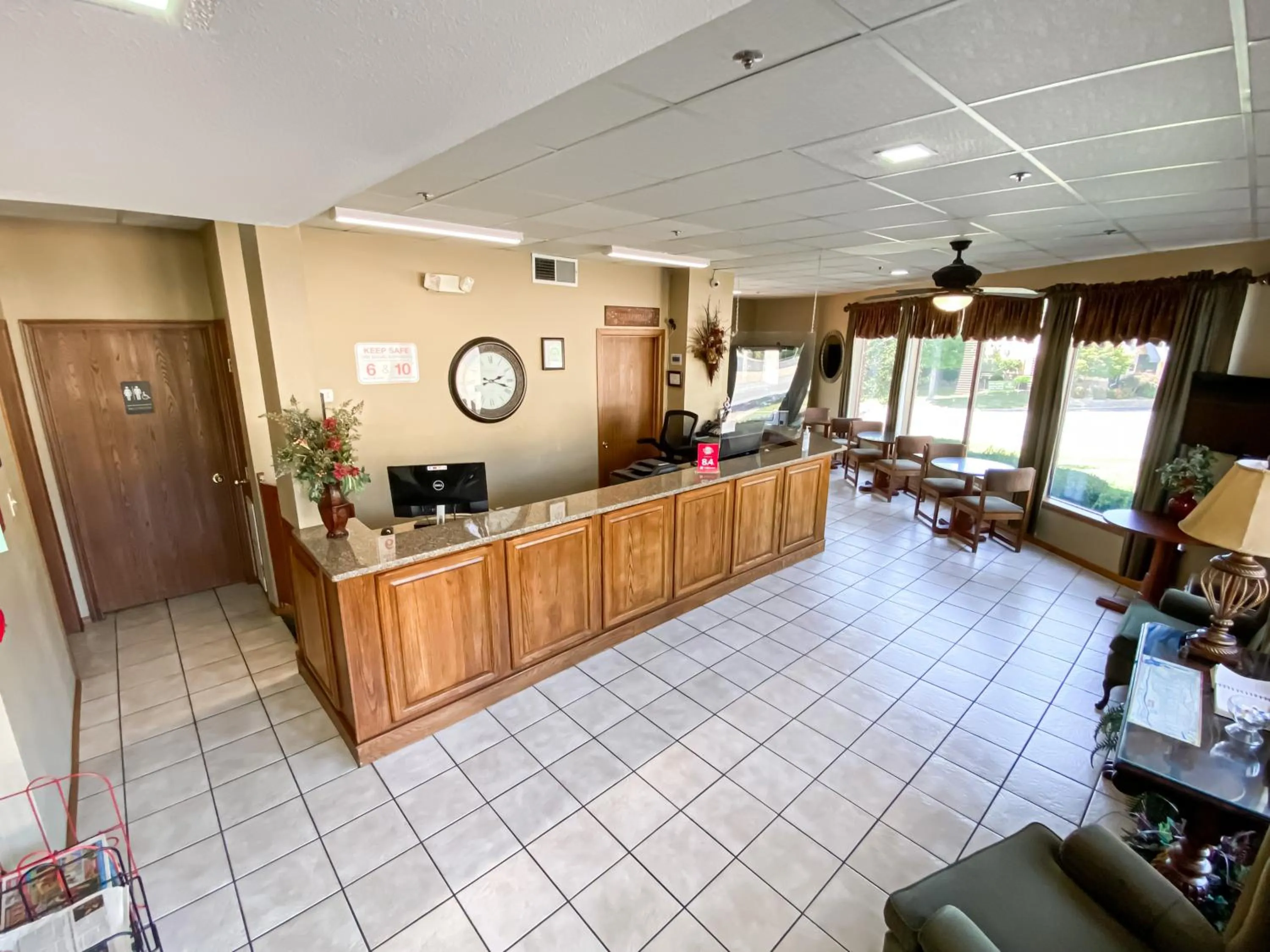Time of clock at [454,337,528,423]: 2:18
